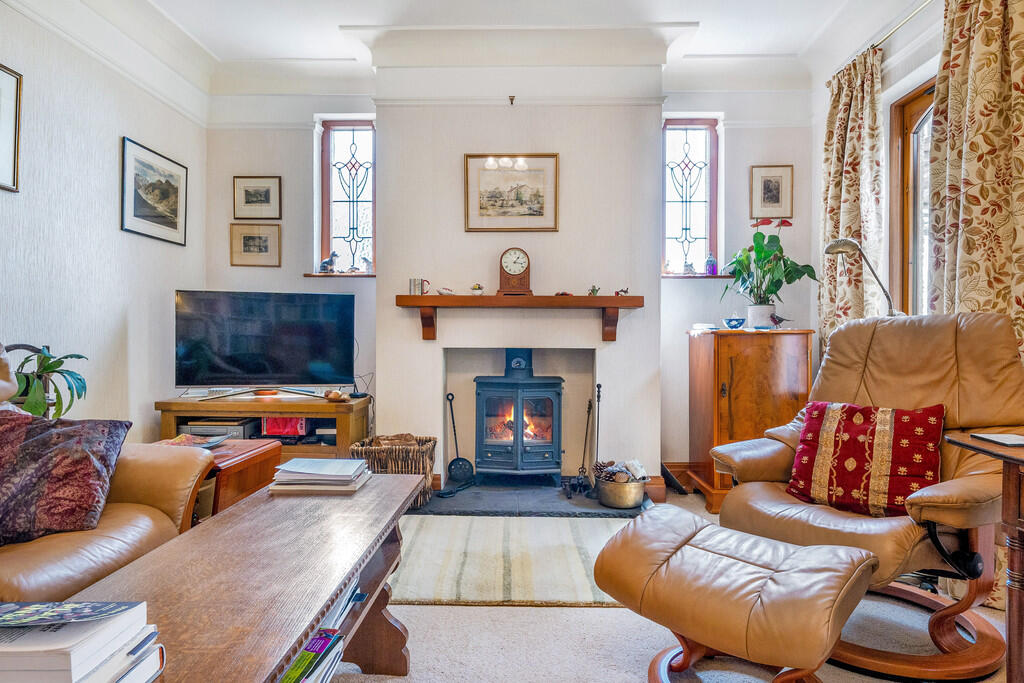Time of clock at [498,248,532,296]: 1:16
